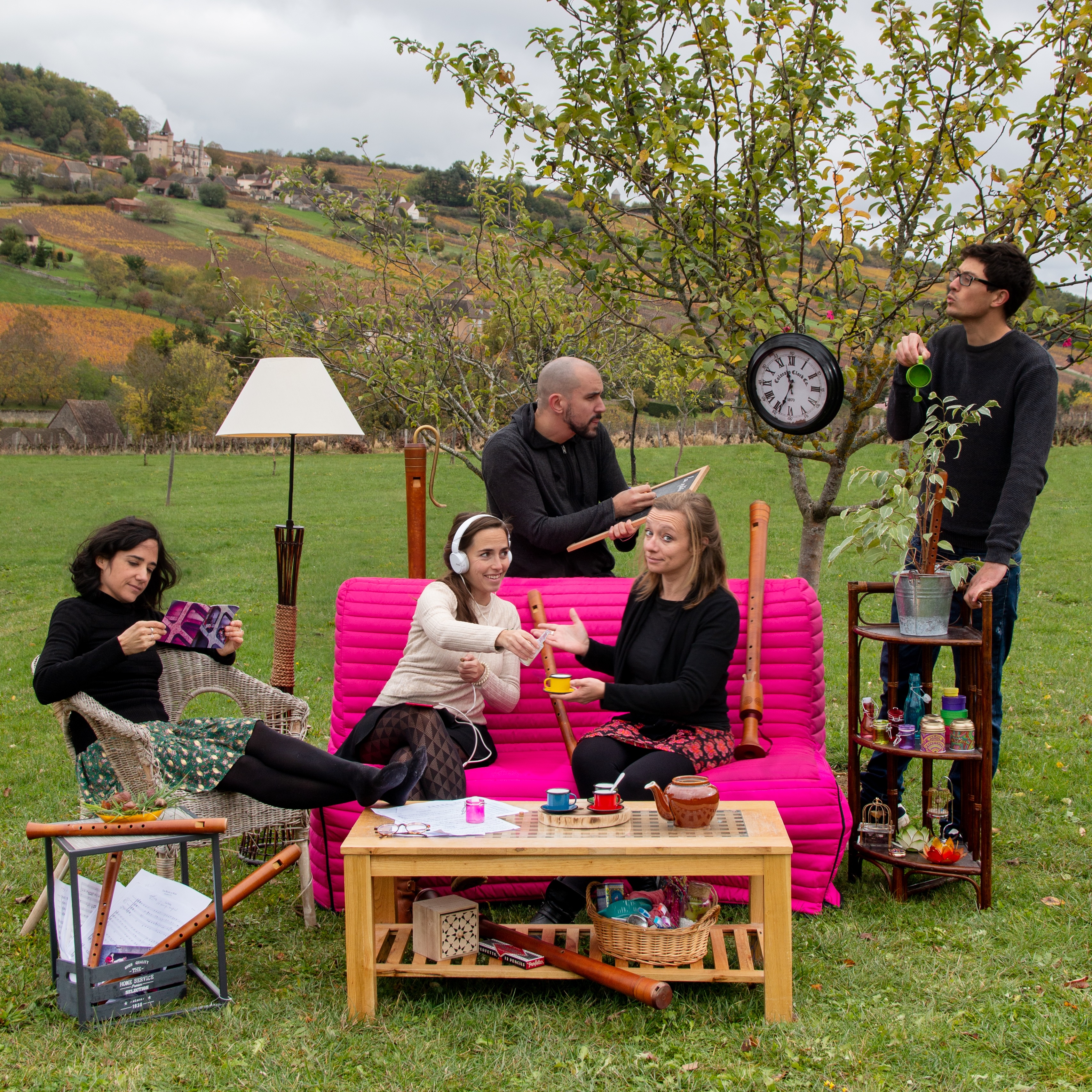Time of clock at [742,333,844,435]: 11:33
